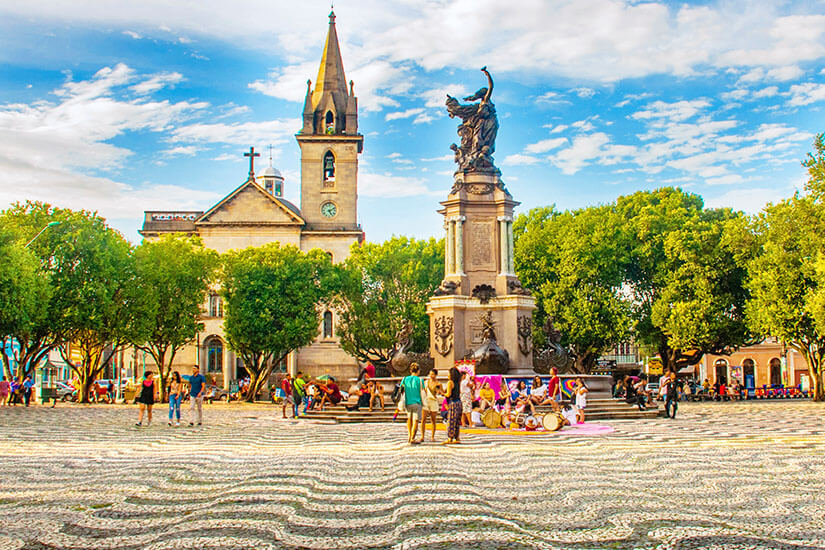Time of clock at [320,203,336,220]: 5:11
